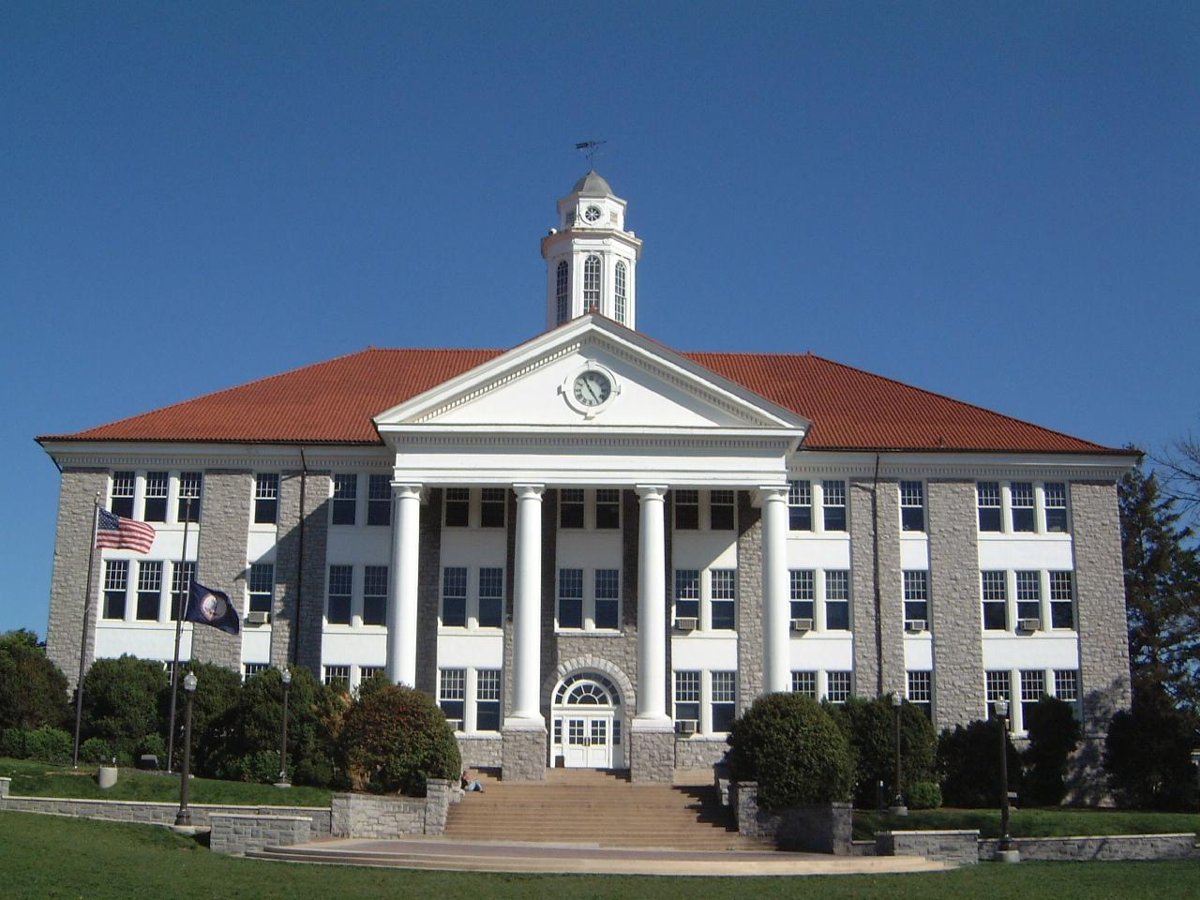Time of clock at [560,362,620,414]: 4:55
